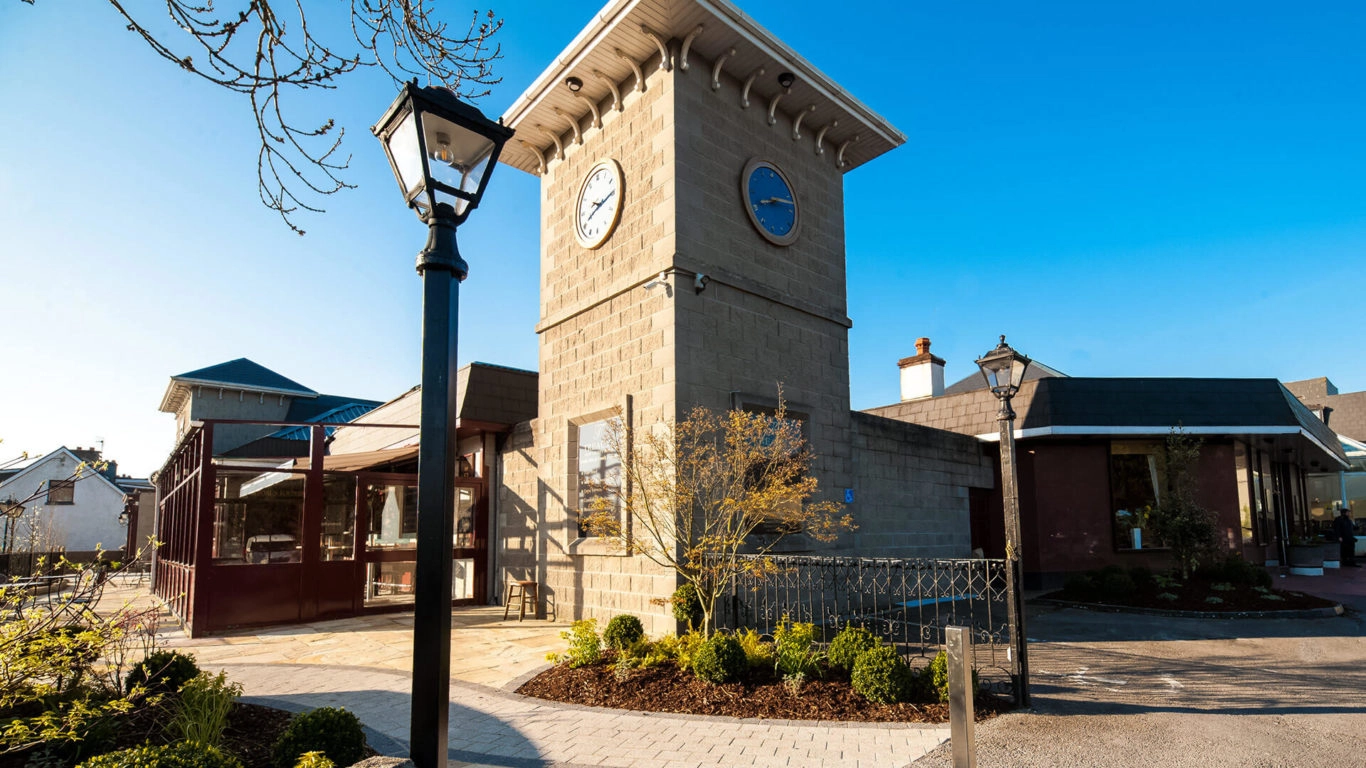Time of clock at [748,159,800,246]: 8:12
